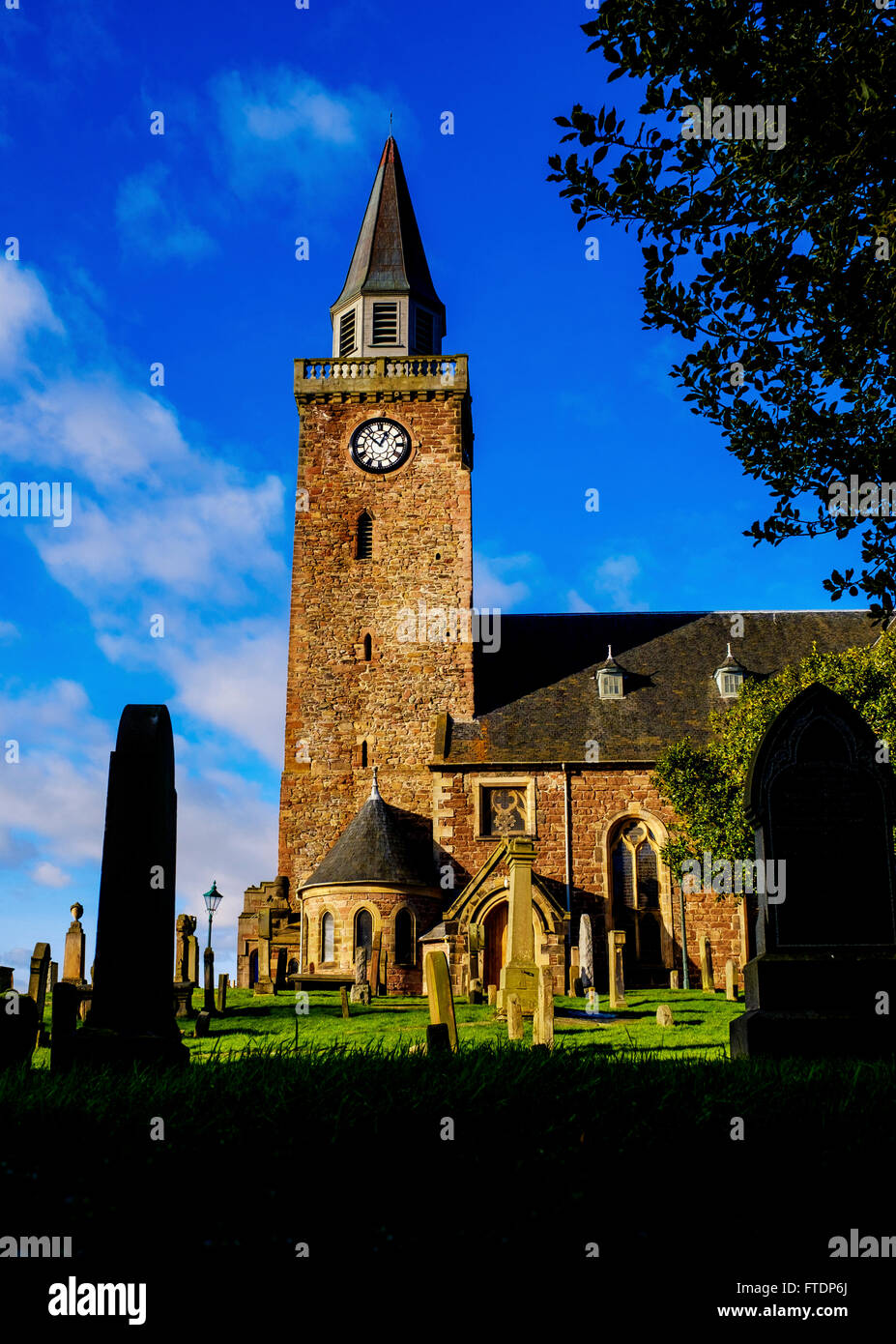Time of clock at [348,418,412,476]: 12:52
